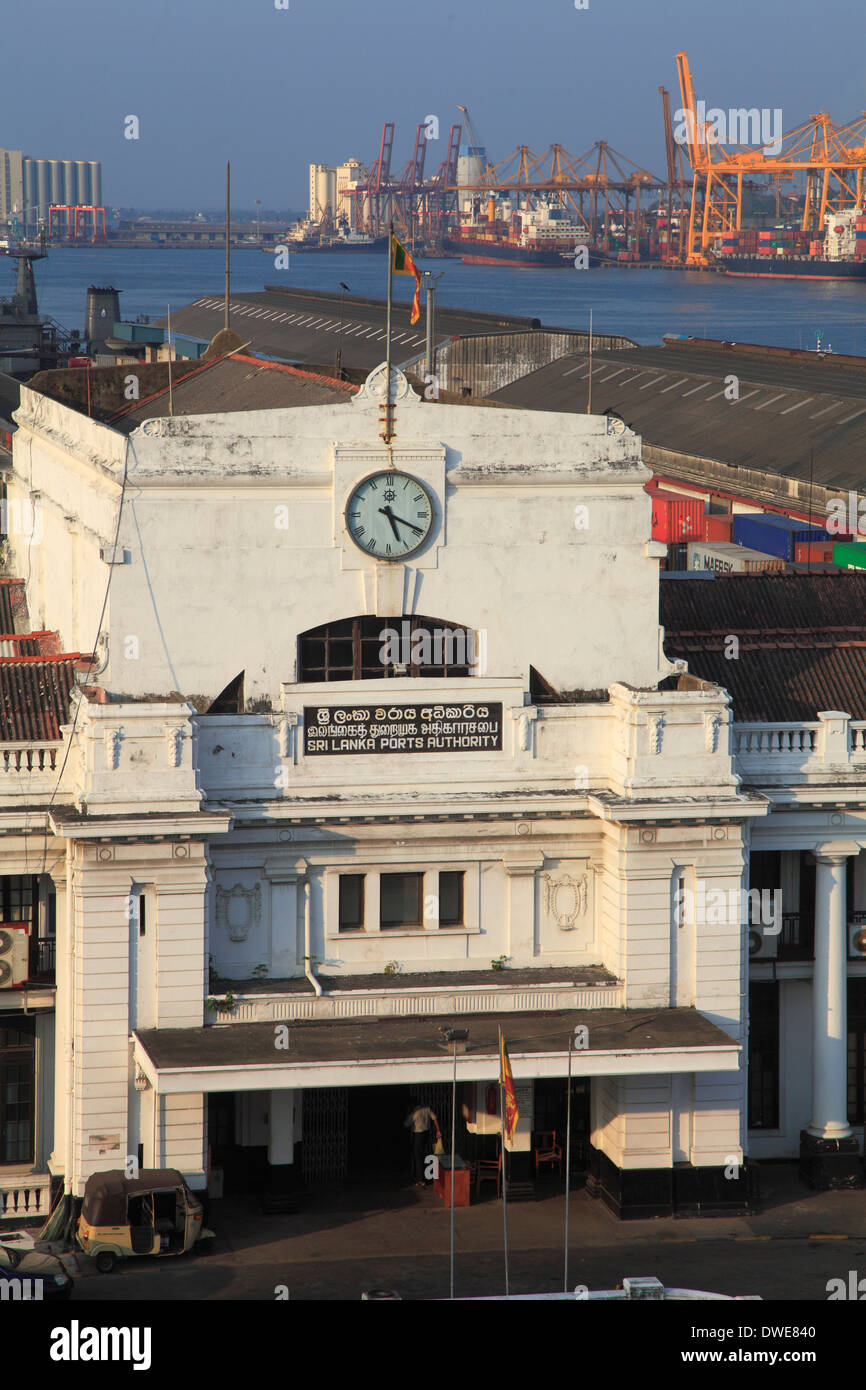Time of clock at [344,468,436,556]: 5:19
